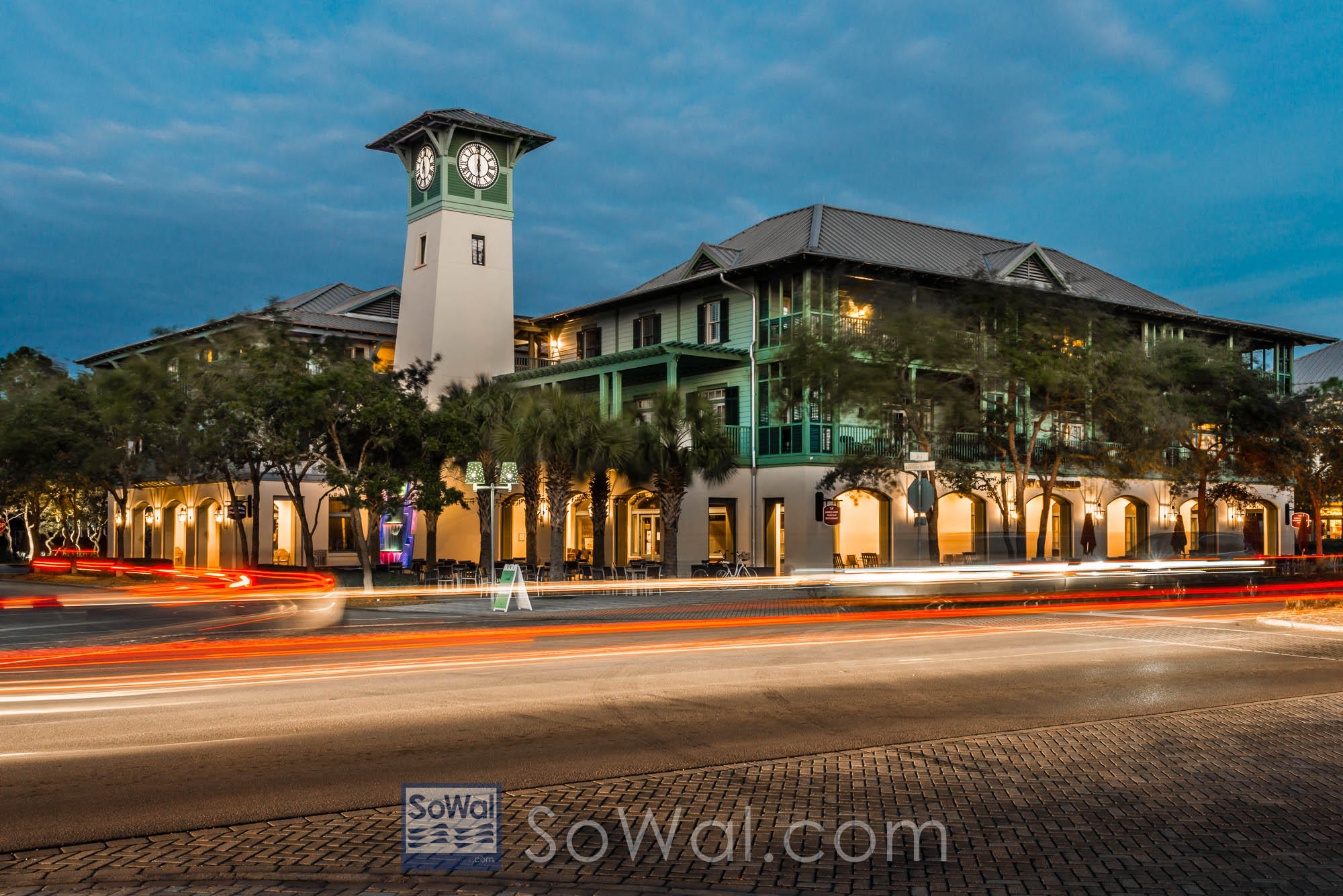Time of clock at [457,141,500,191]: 6:00
